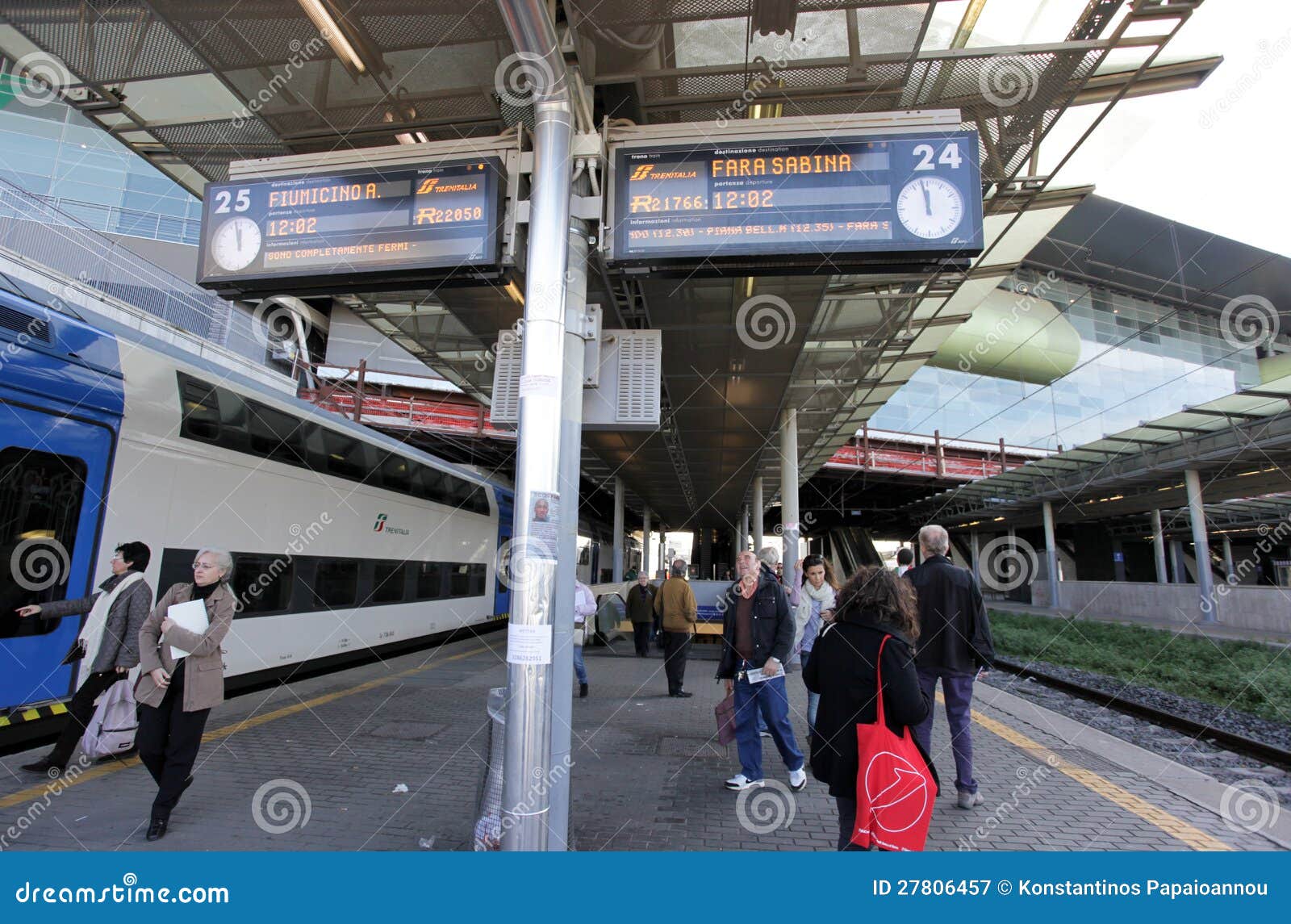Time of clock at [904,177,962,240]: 11:58
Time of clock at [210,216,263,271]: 11:57
